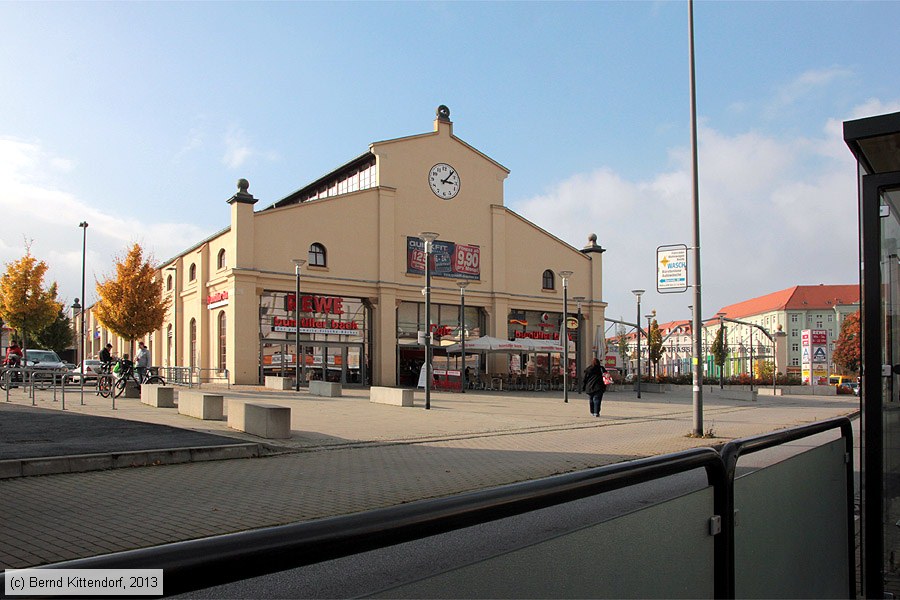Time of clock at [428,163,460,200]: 3:06
